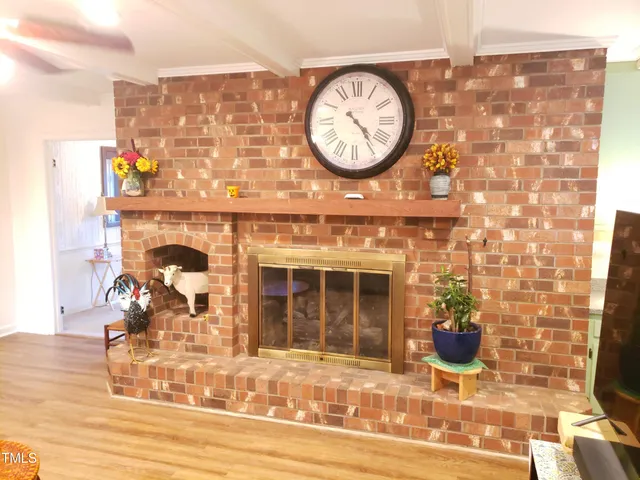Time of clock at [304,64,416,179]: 4:23
